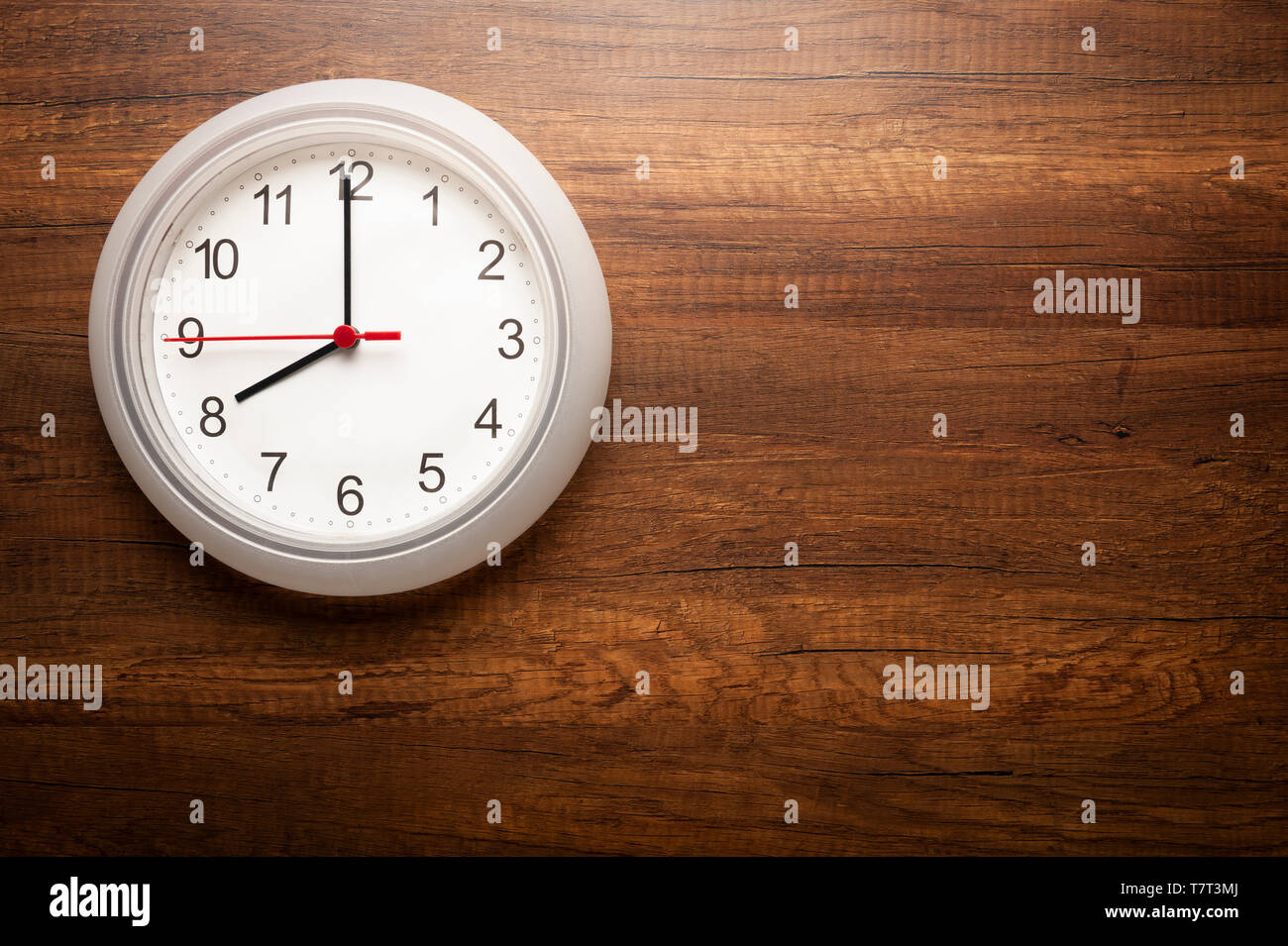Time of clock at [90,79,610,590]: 7:59
